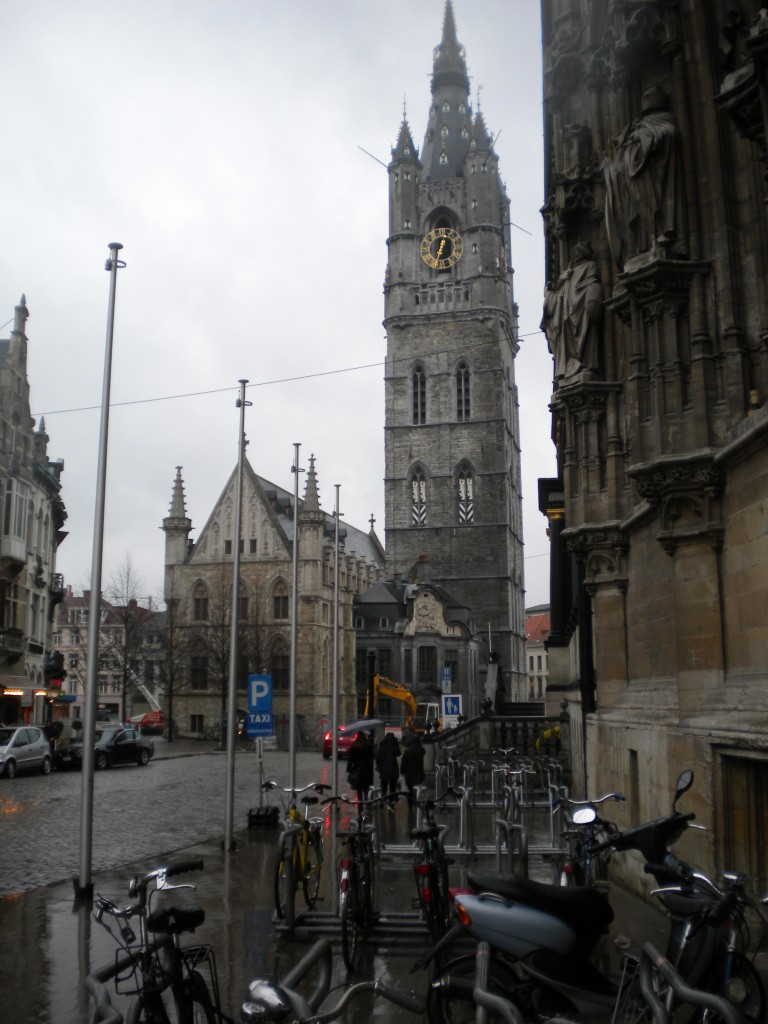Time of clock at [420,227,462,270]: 12:32
